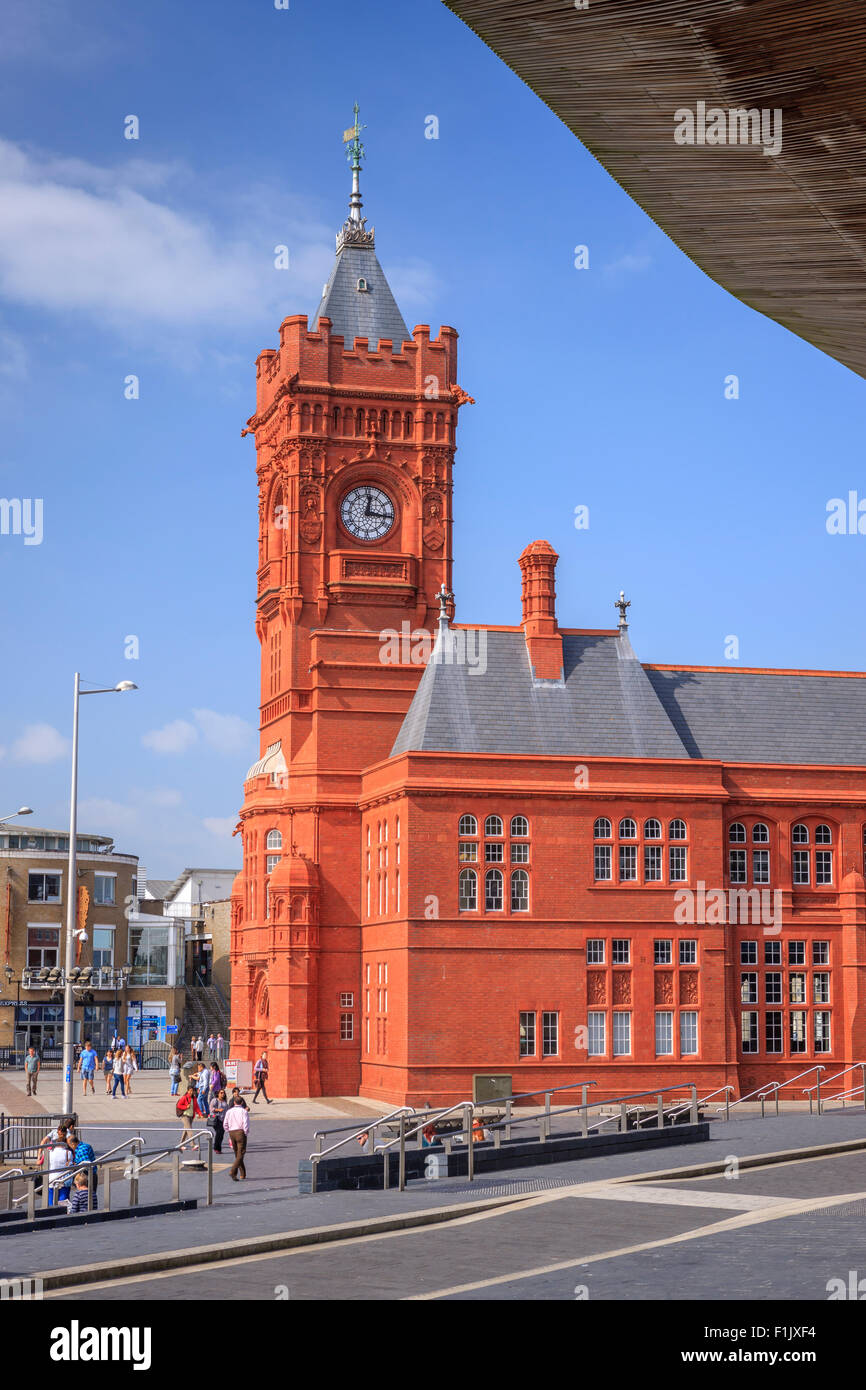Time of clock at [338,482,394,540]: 12:16
